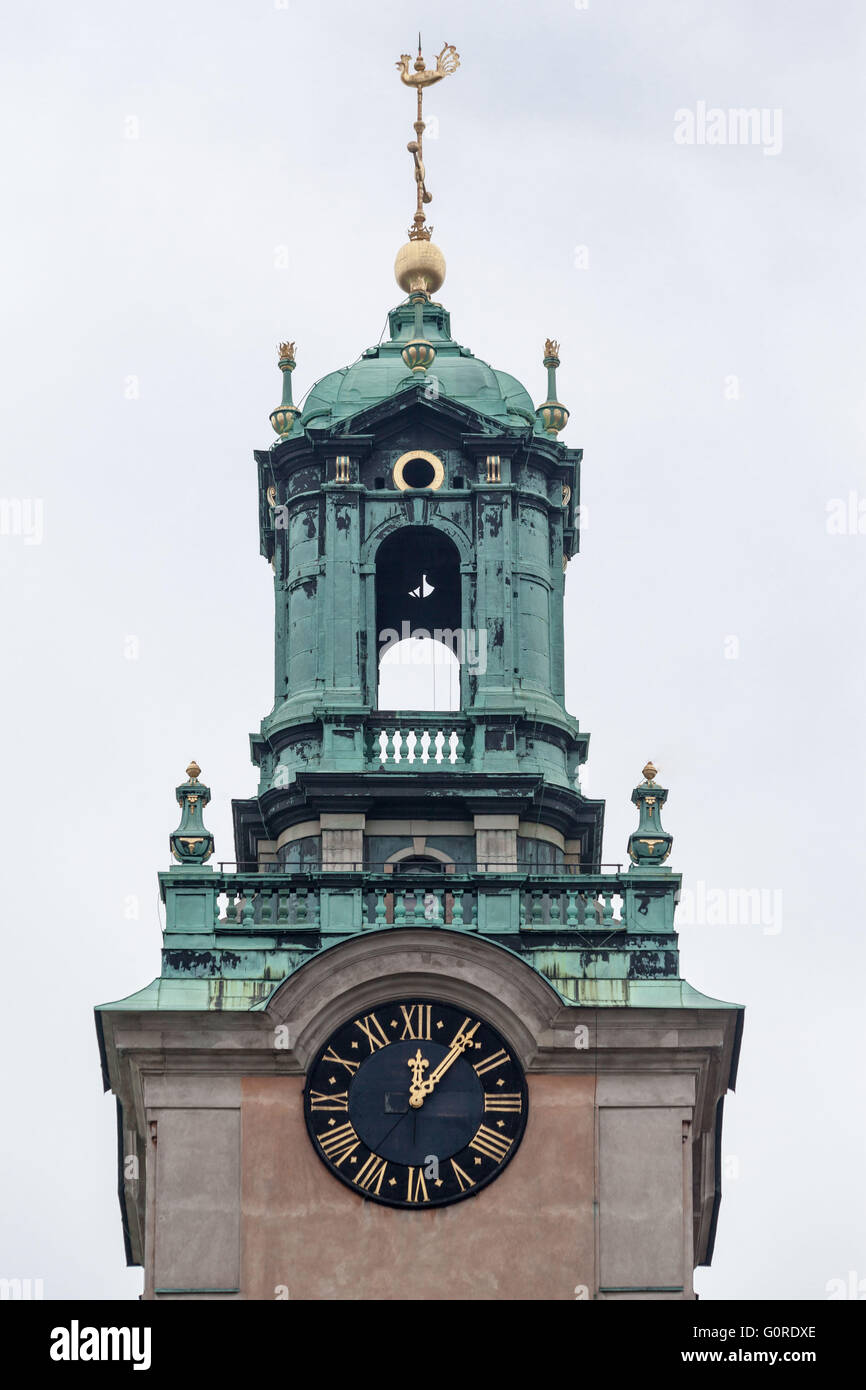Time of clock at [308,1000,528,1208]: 12:06
